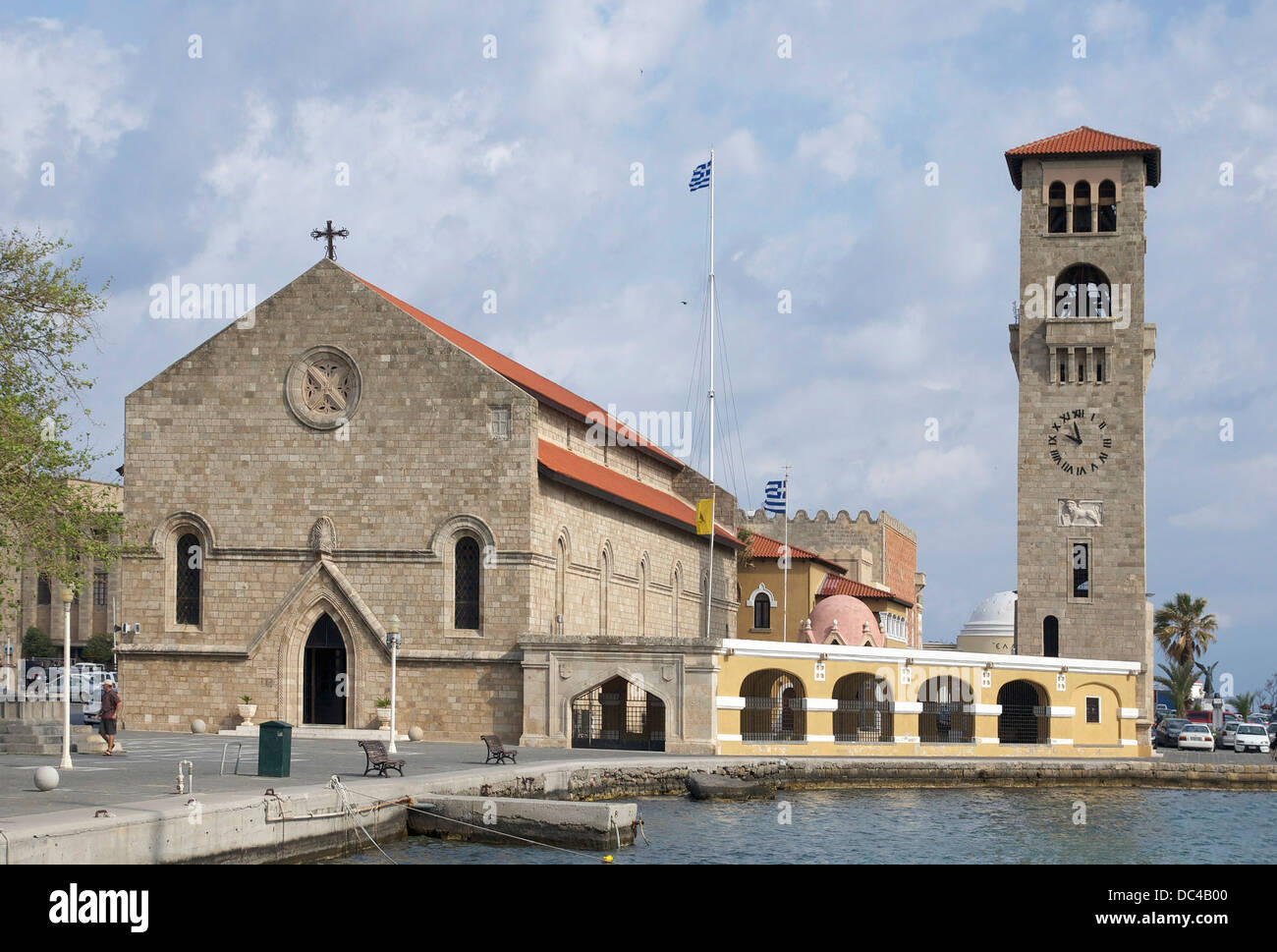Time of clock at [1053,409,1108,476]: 9:57
